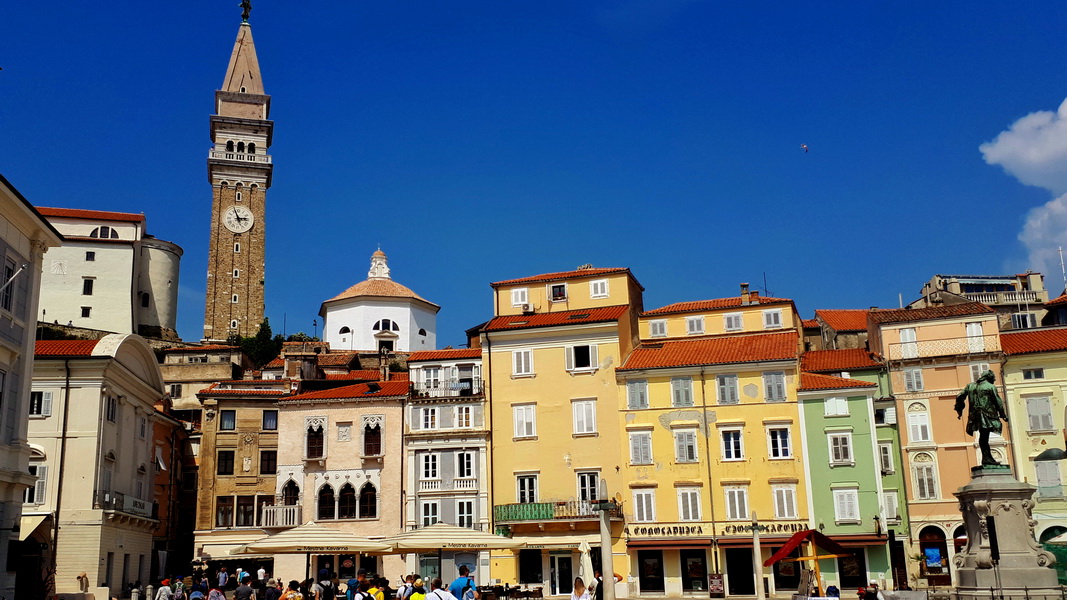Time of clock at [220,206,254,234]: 2:56
